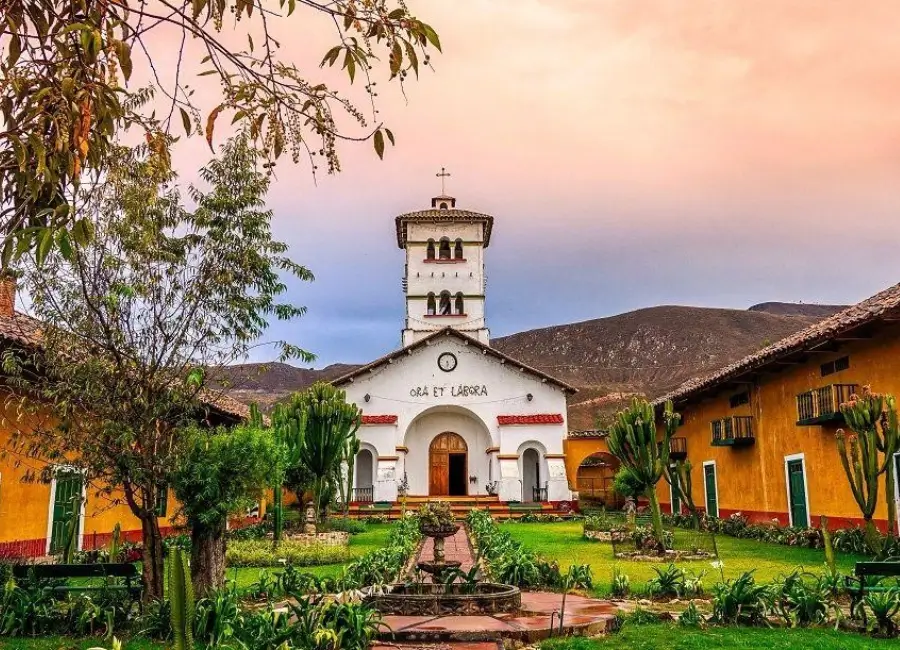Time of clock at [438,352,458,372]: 5:31
